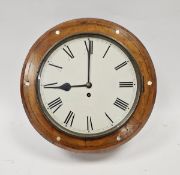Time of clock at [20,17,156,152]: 9:00
